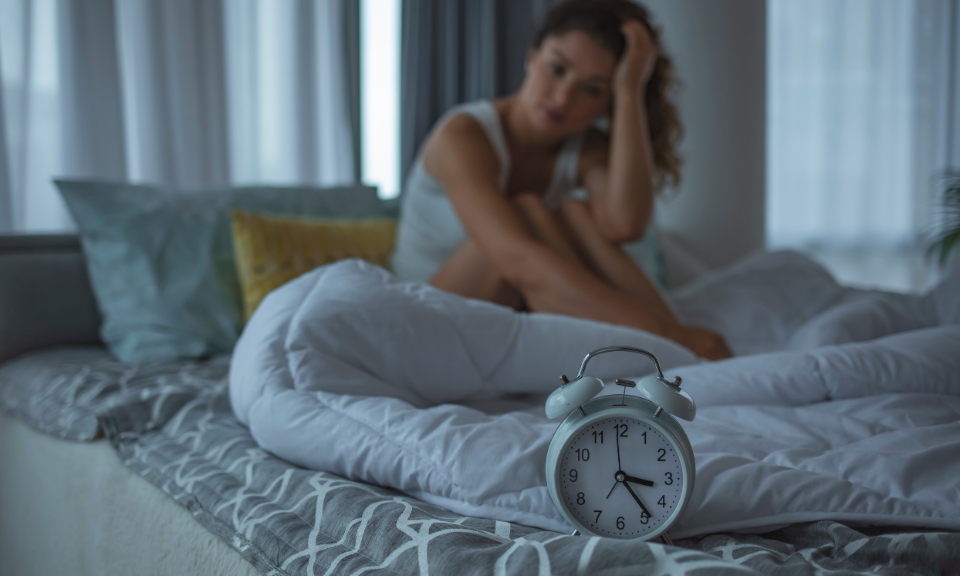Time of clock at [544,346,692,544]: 3:23
